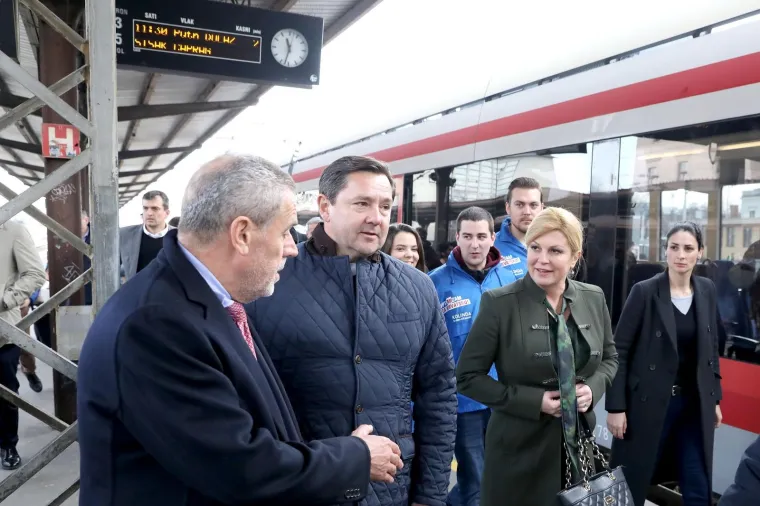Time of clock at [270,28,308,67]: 11:32
